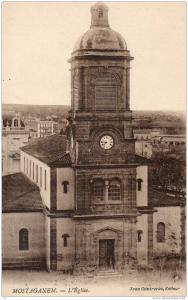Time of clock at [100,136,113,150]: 7:46
